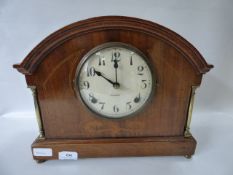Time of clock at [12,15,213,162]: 10:00
